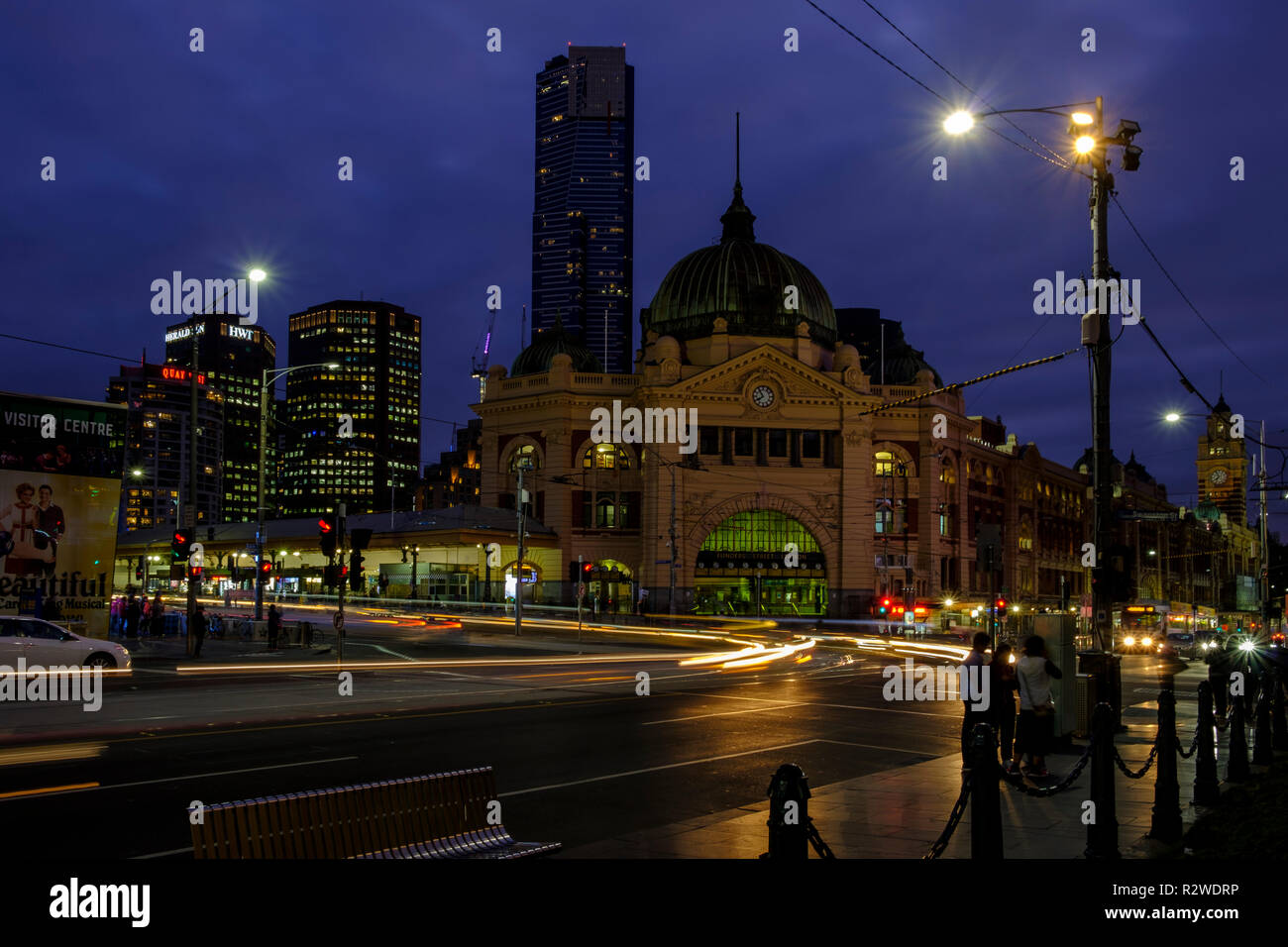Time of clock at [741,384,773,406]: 7:54
